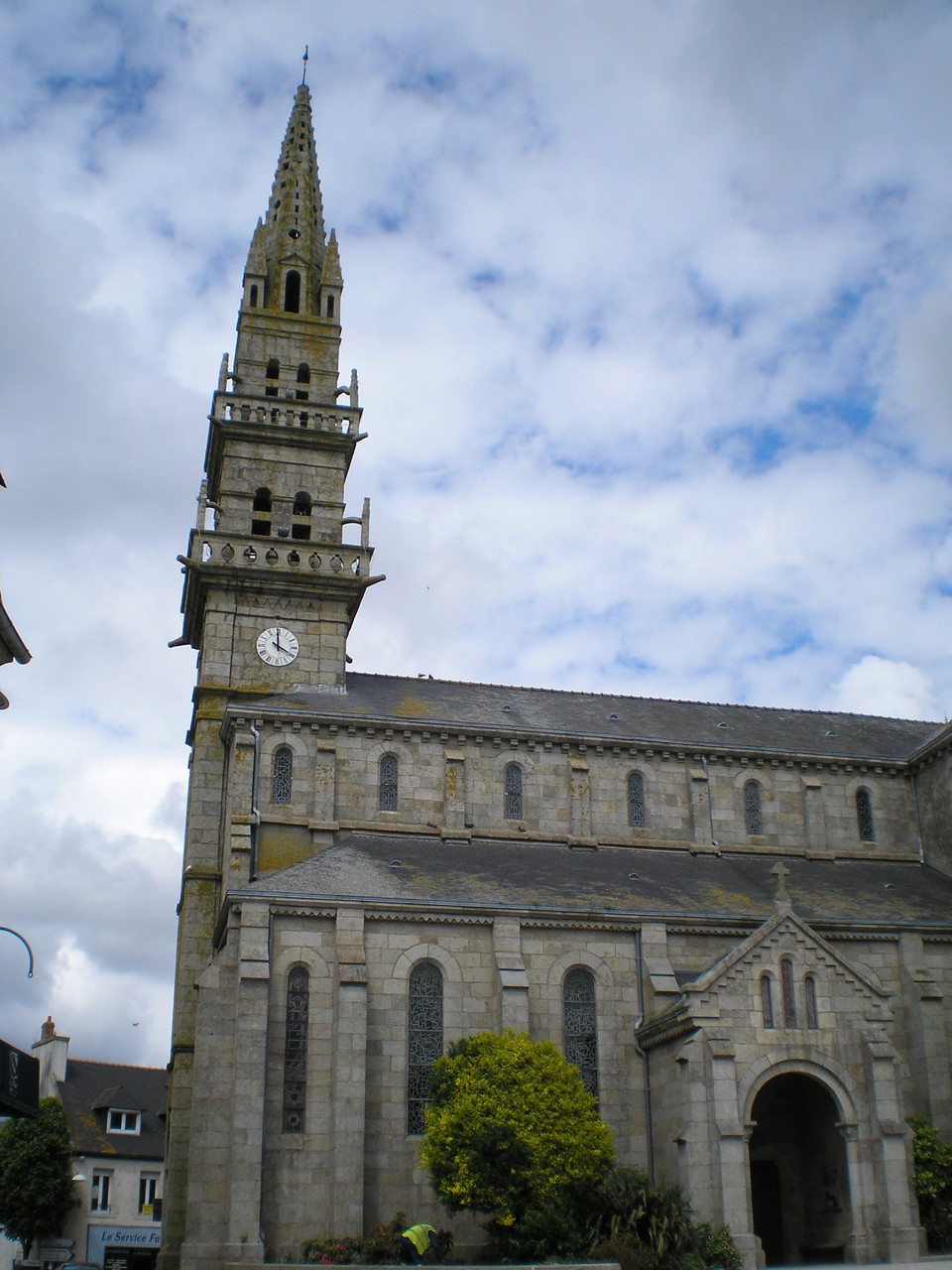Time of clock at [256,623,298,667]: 3:59
